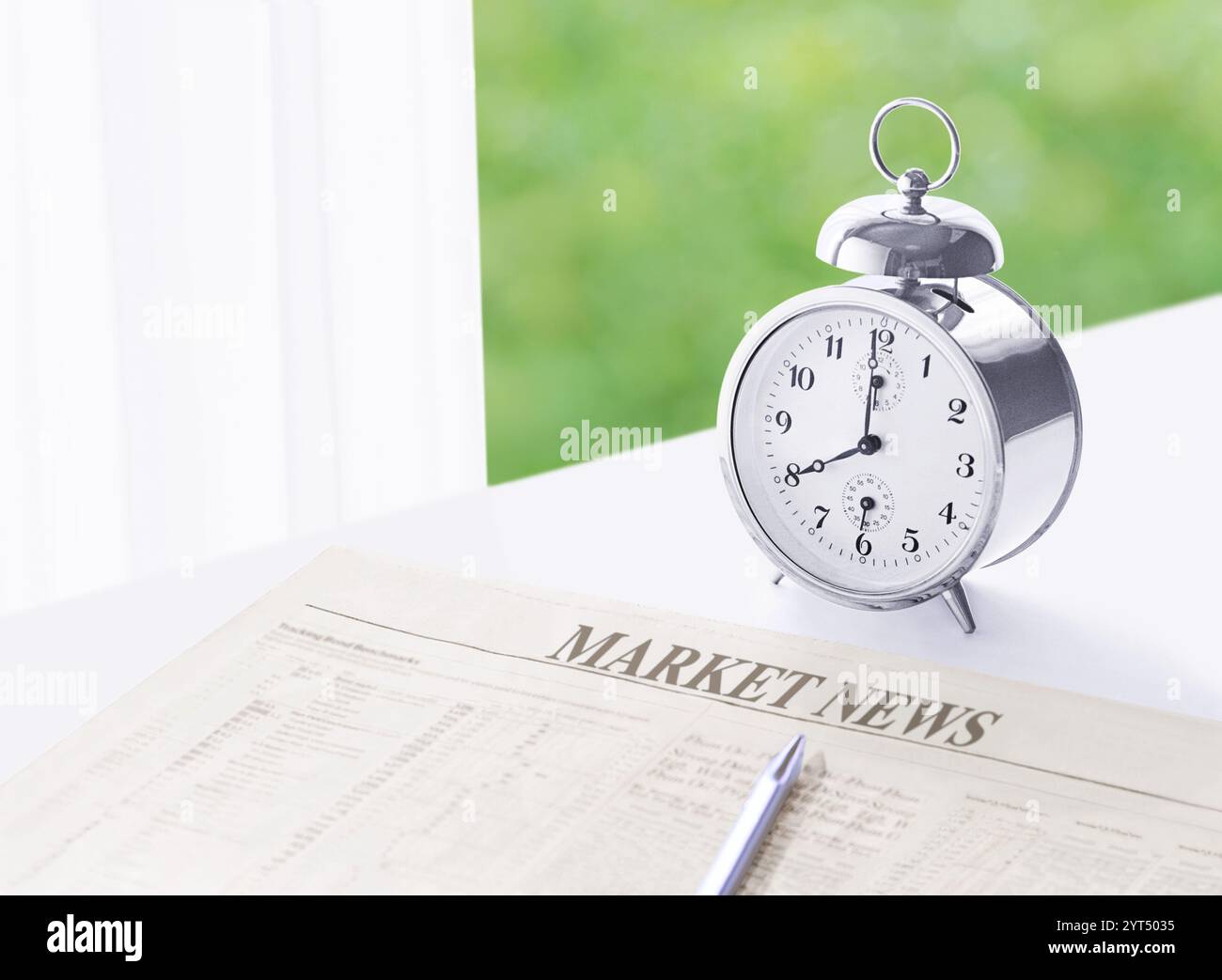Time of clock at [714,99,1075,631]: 8:00
